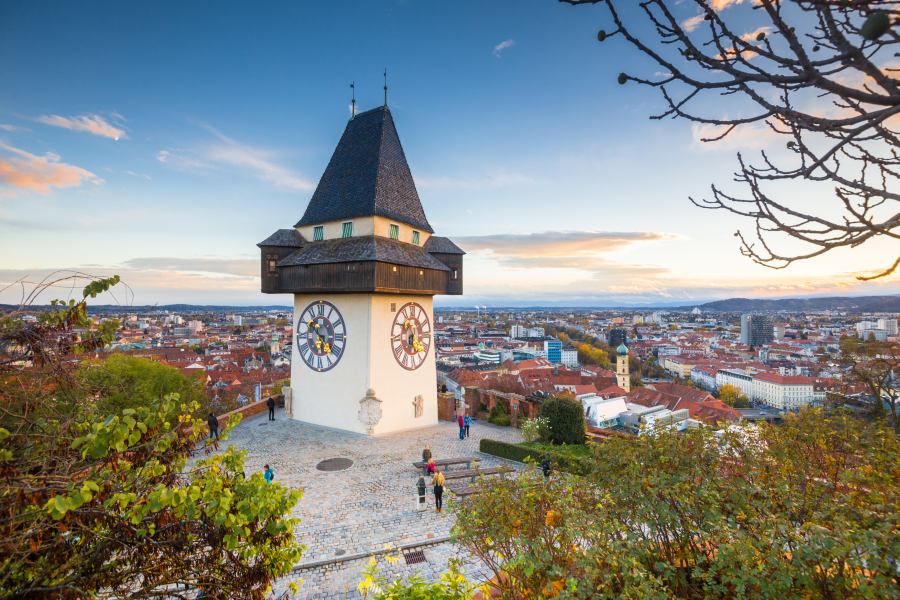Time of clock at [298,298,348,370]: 5:51
